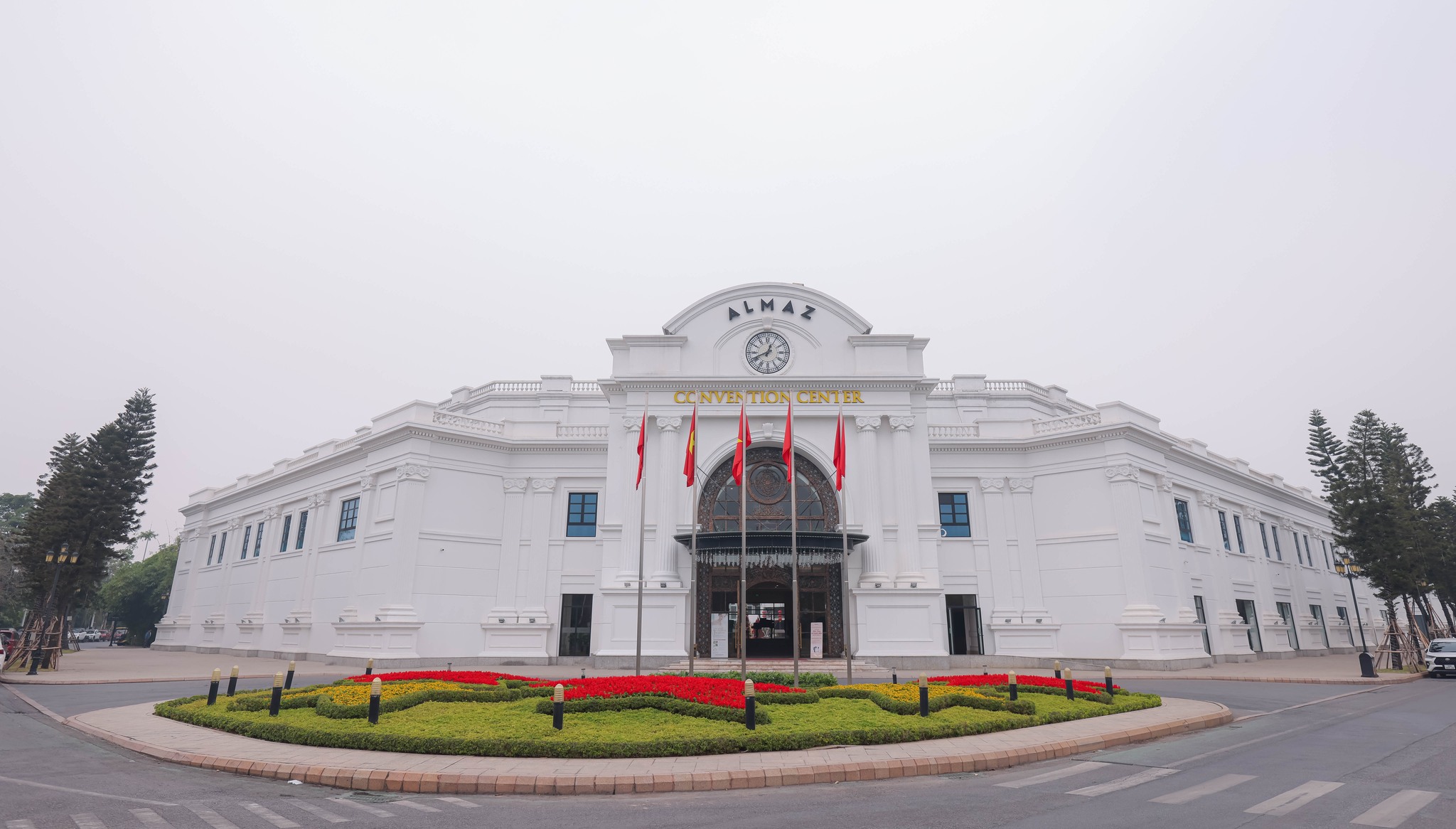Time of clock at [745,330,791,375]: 12:41
